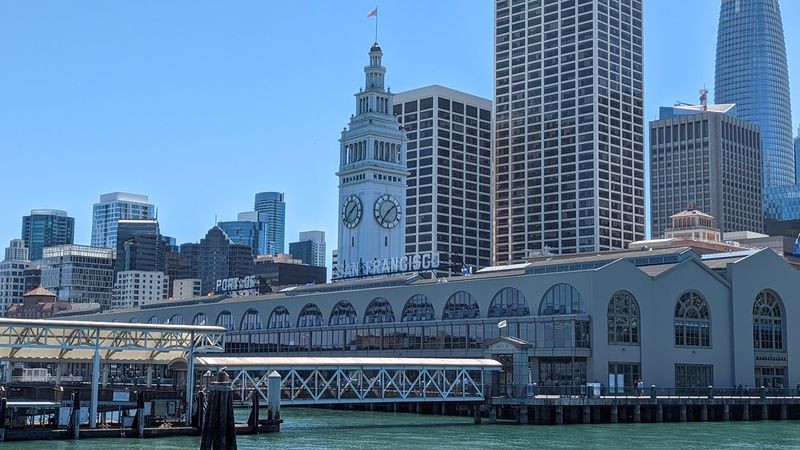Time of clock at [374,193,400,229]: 1:36
